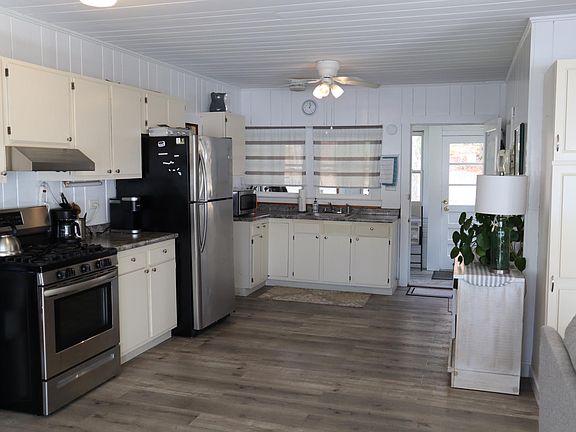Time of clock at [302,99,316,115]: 12:24
